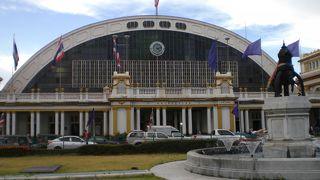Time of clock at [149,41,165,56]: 4:12
